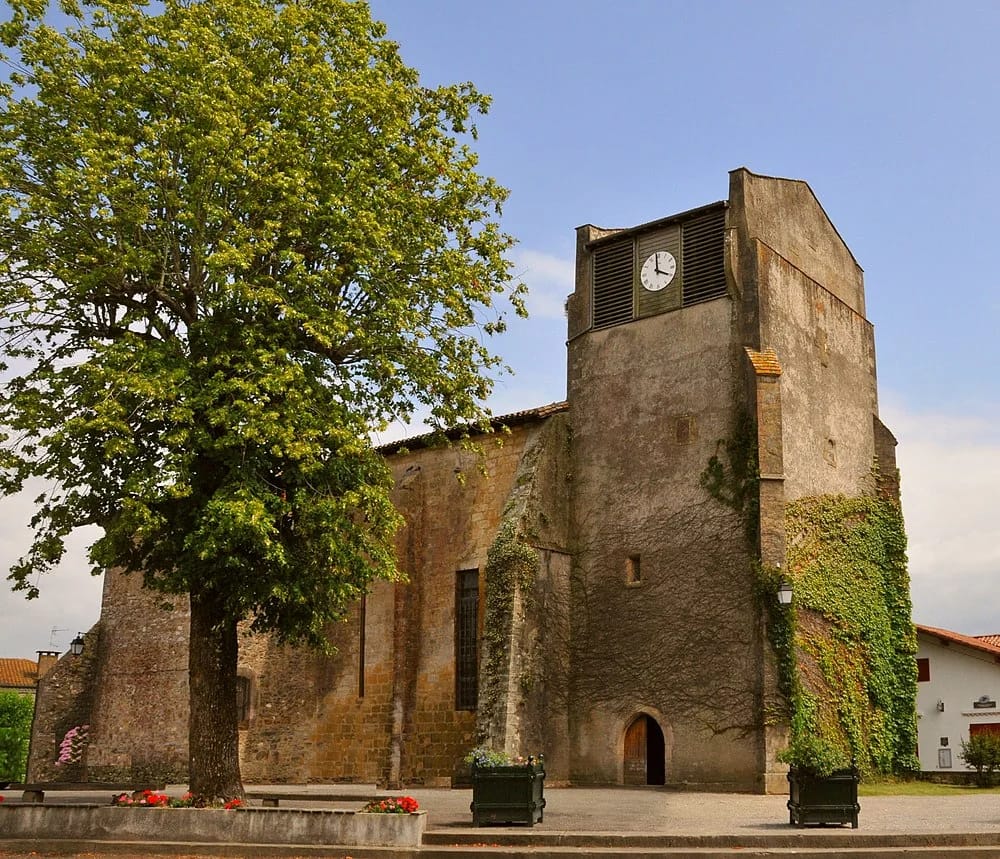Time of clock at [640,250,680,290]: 3:59
